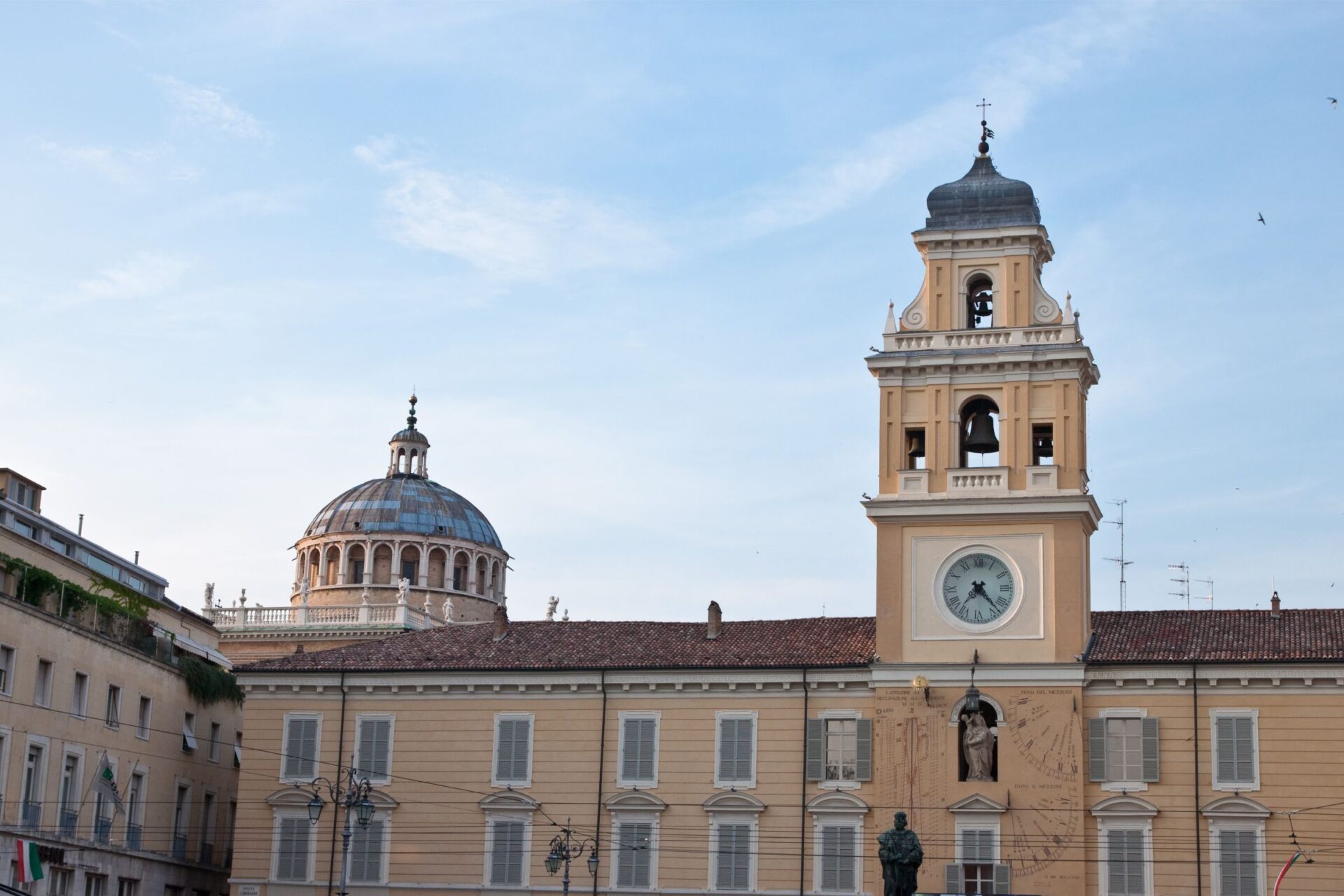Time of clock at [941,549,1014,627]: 7:23
